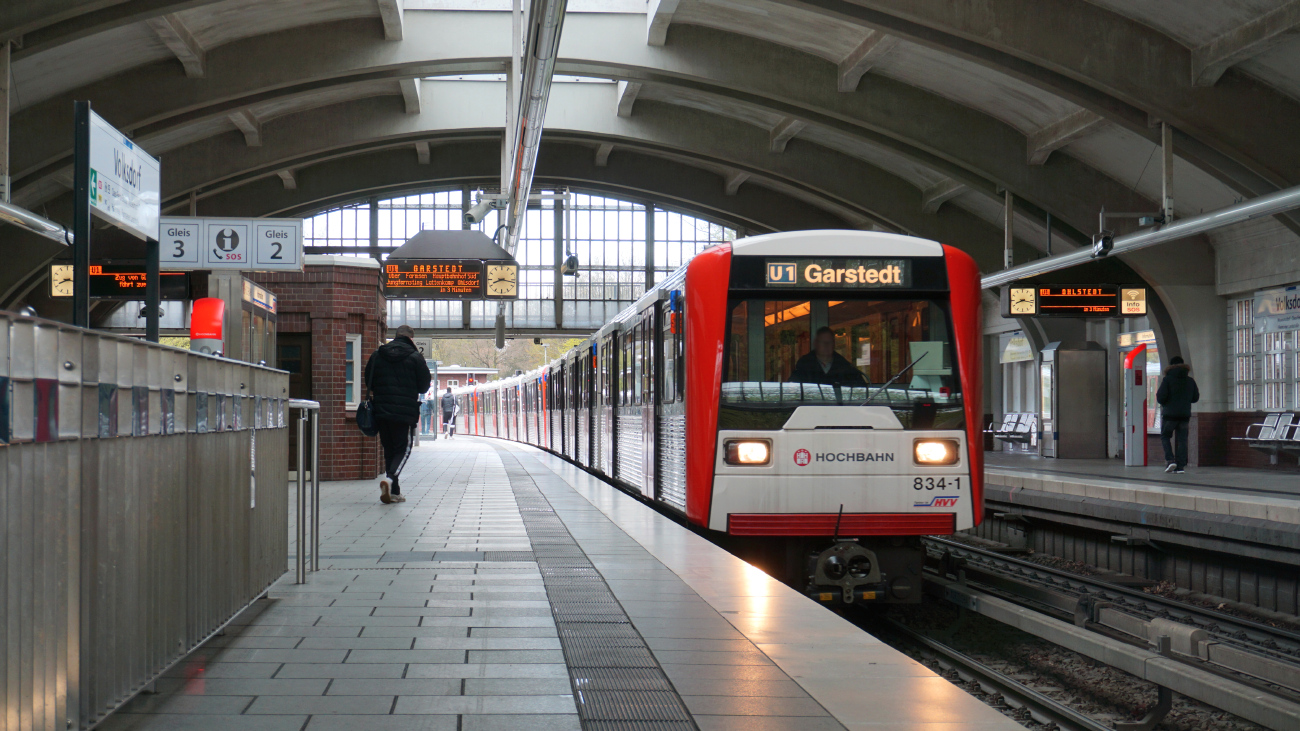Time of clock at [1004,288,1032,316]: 8:16
